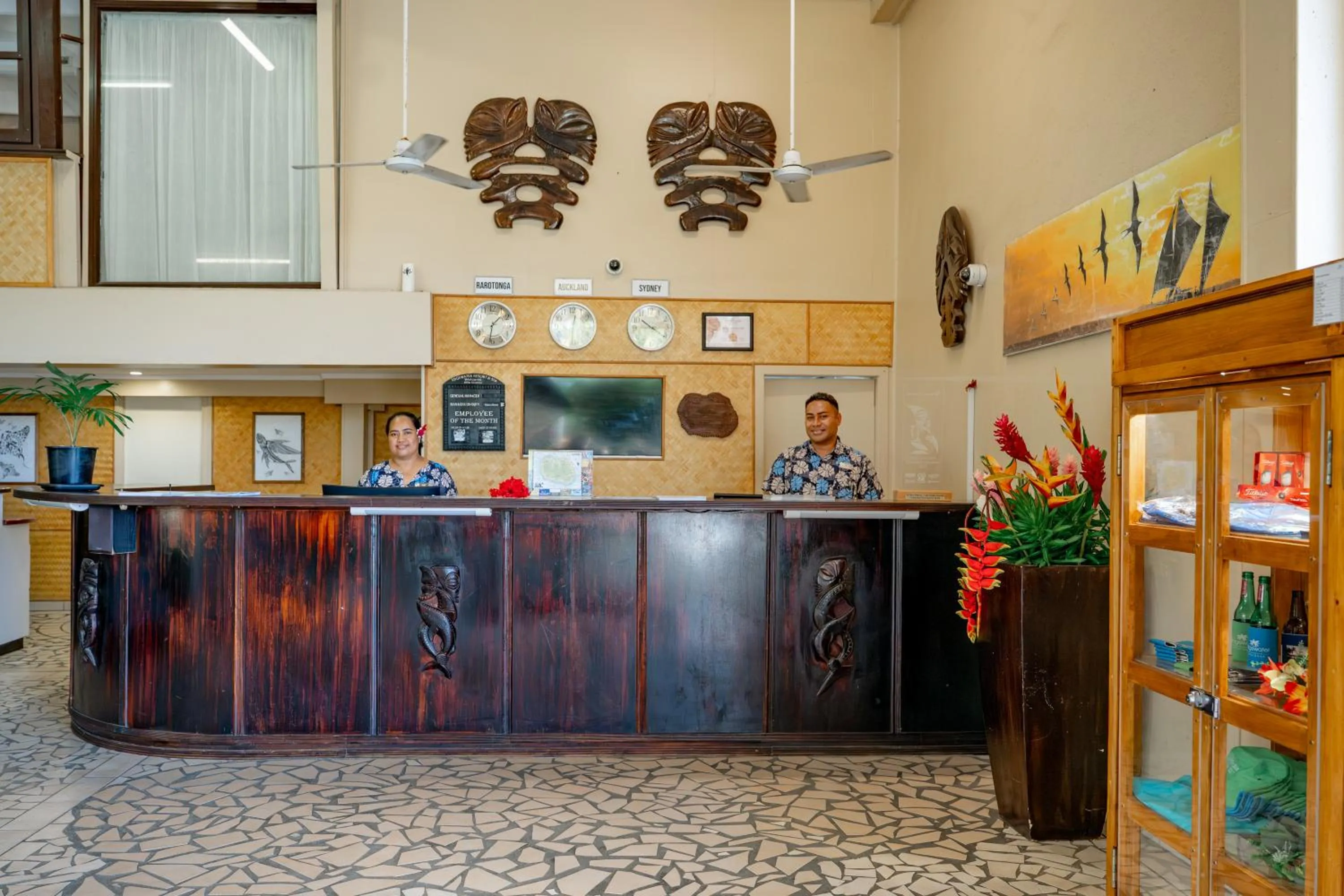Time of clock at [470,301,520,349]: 1:32
